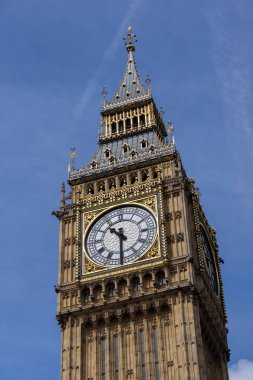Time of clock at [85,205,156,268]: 10:30
